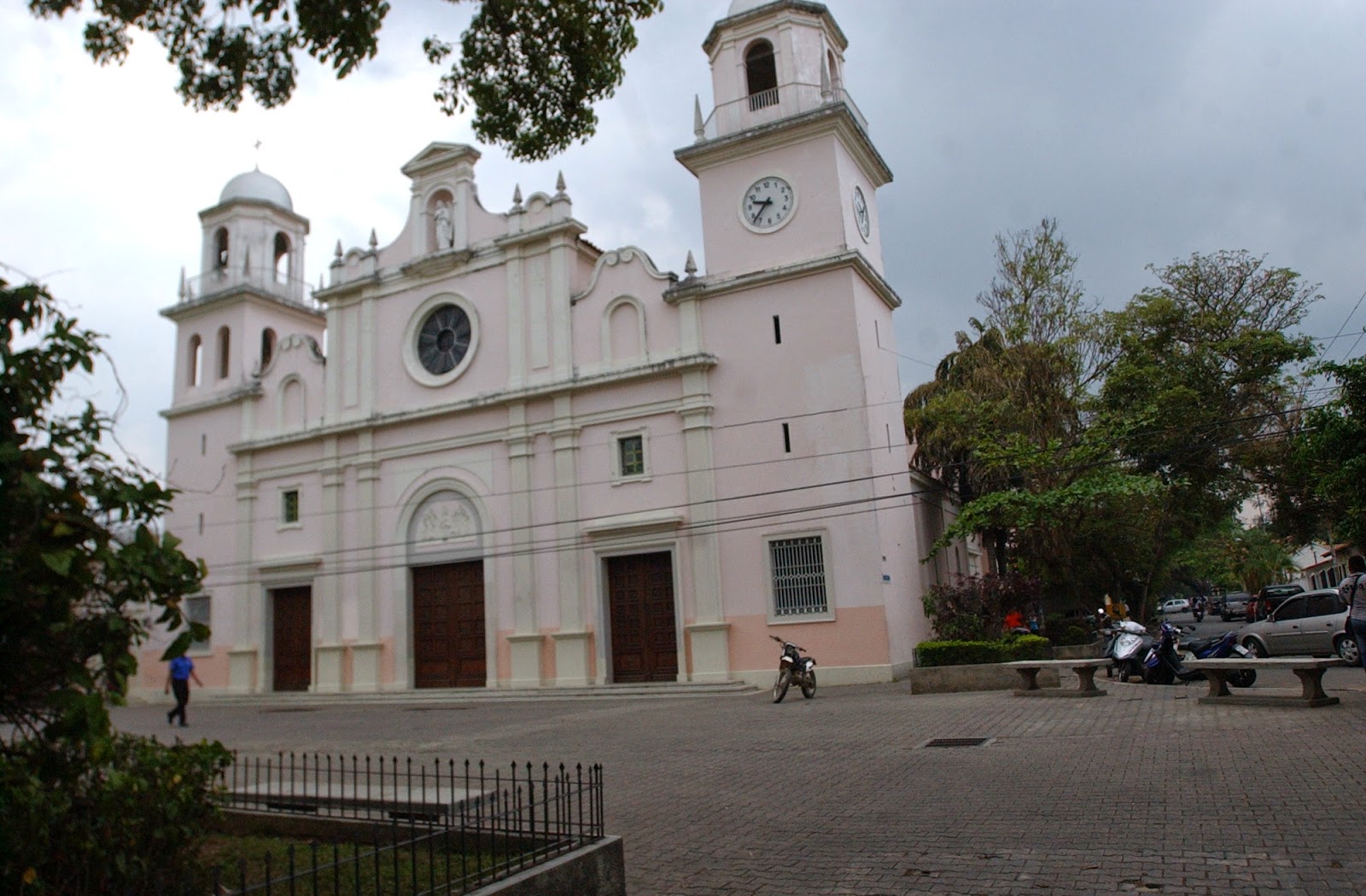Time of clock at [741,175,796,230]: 9:37
